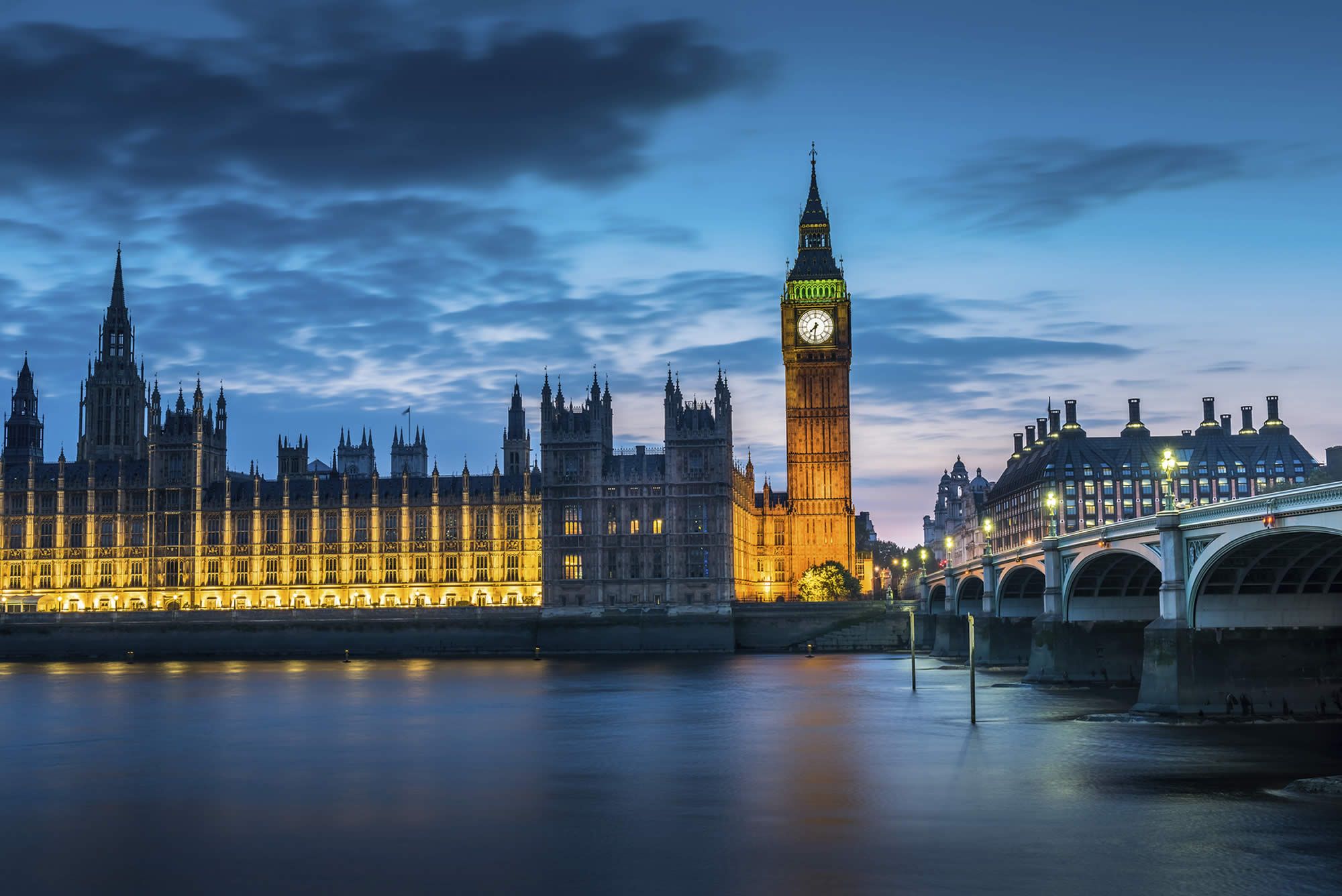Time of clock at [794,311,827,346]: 7:31
